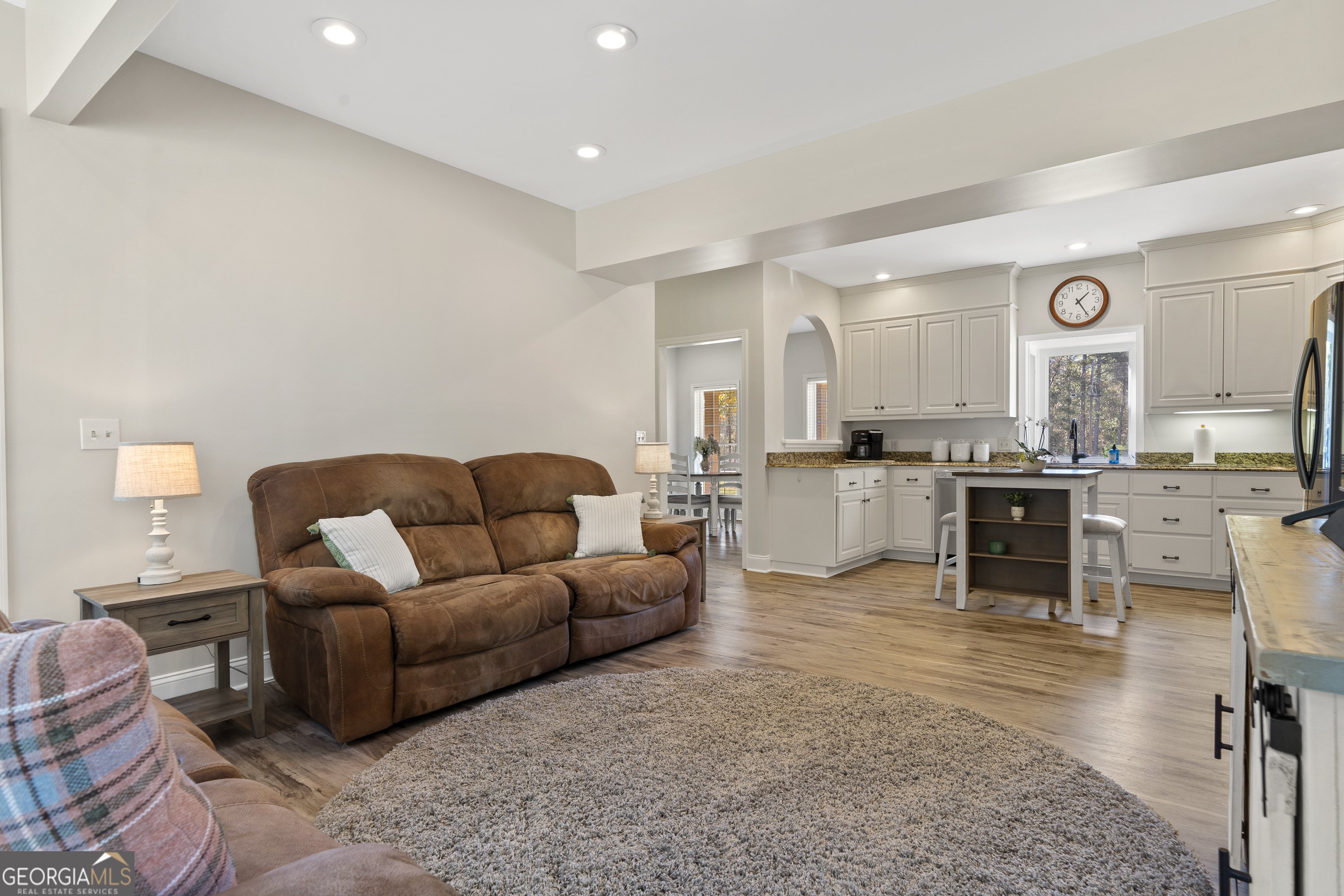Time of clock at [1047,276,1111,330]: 1:24
